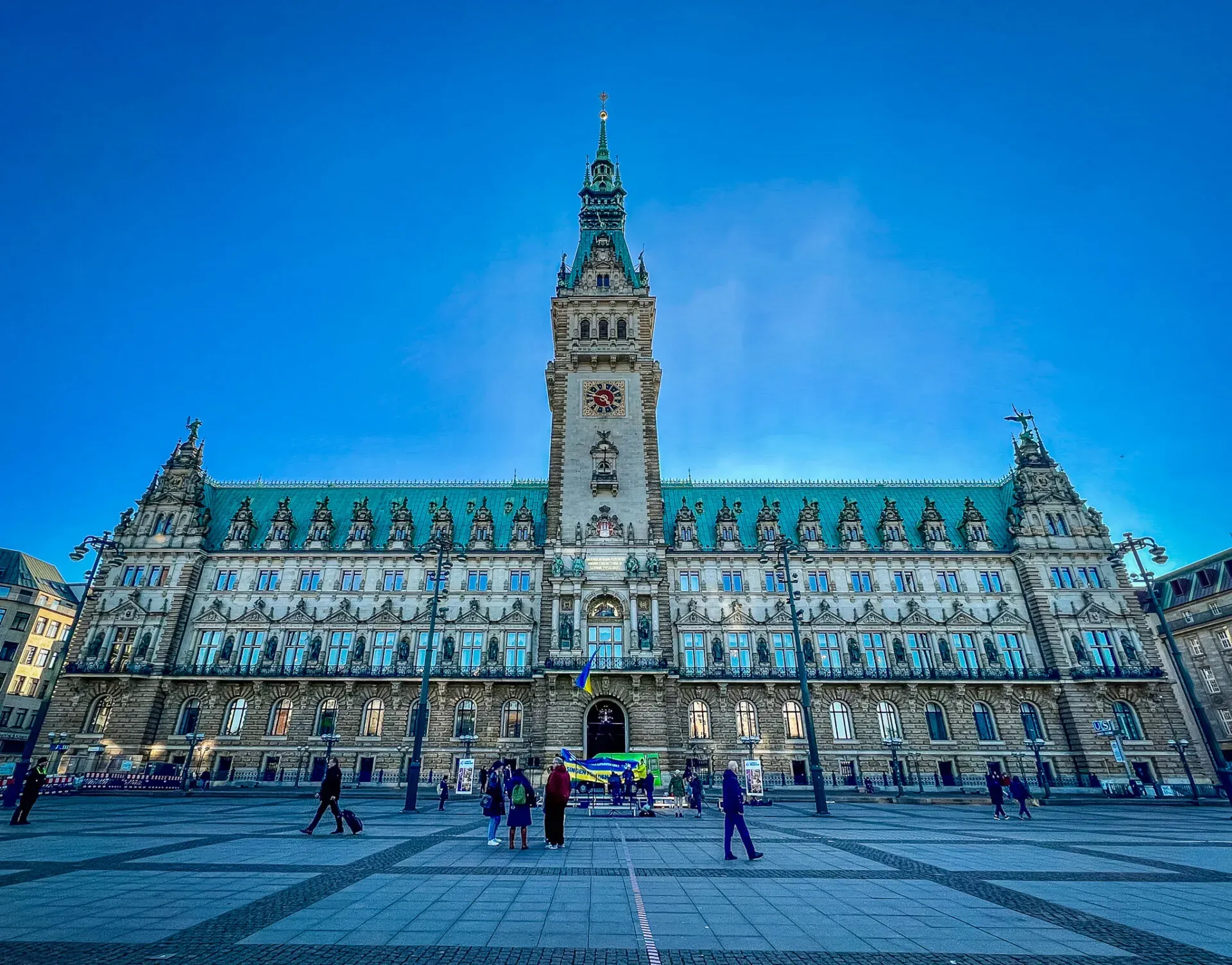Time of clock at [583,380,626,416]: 4:47
